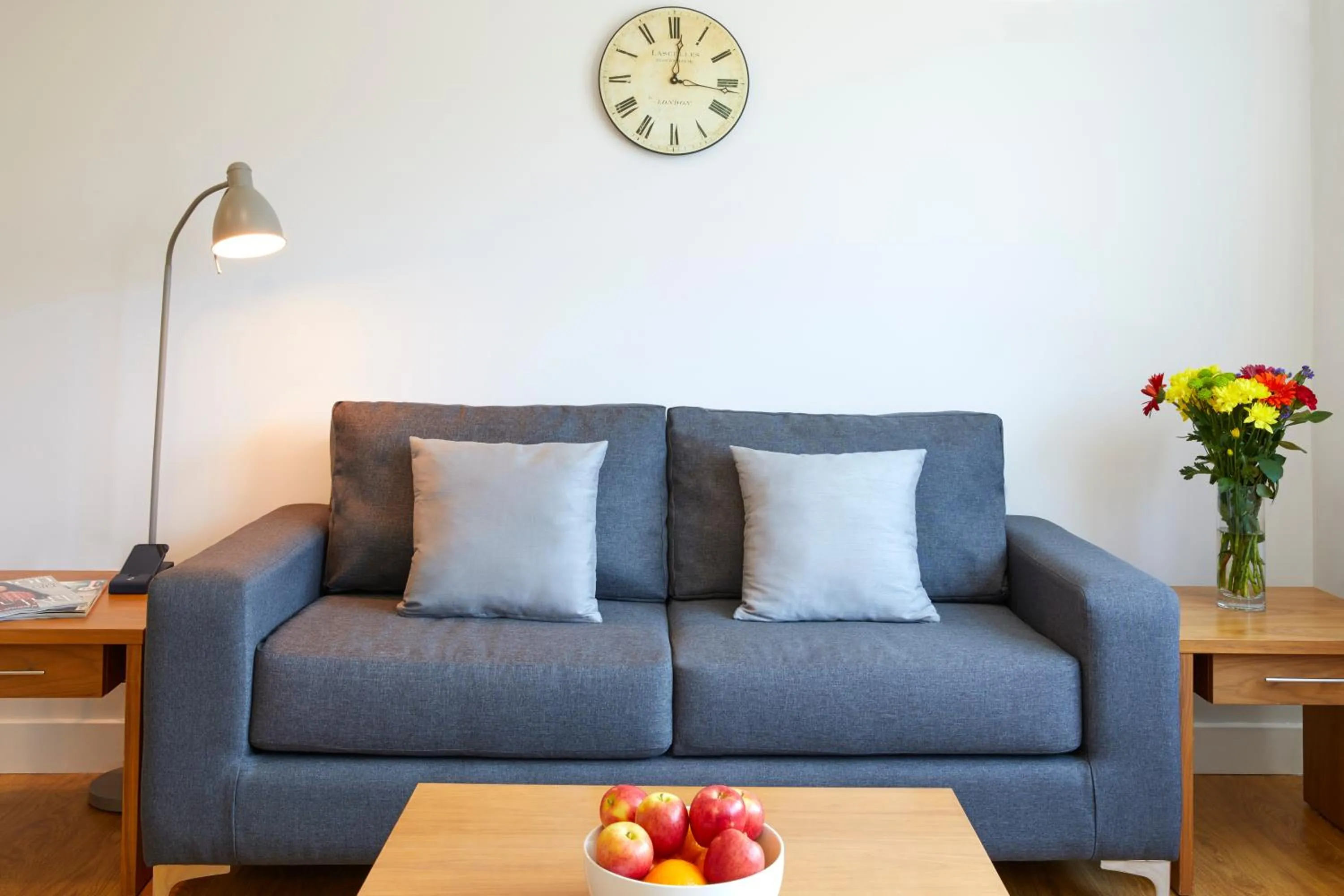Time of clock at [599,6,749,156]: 12:16
